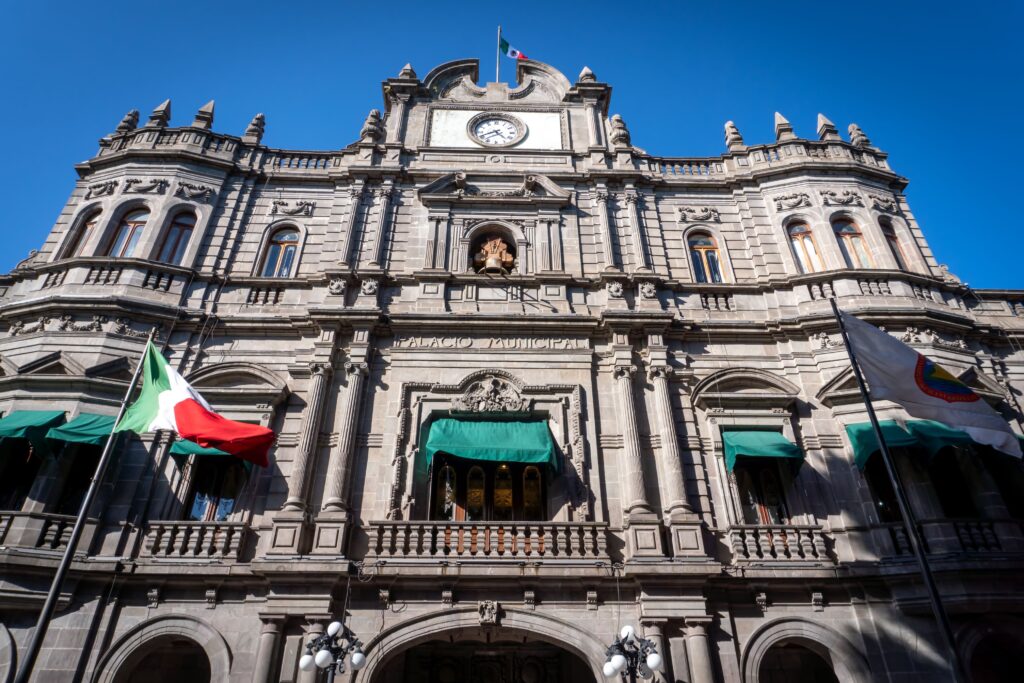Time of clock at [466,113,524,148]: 4:40
